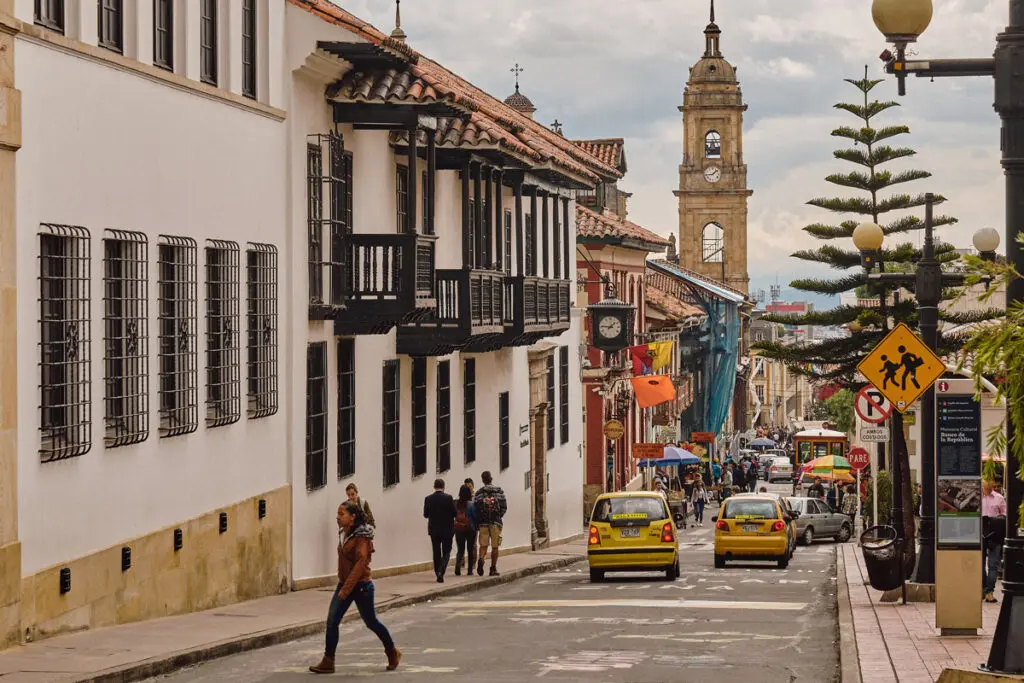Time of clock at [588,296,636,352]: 1:46
